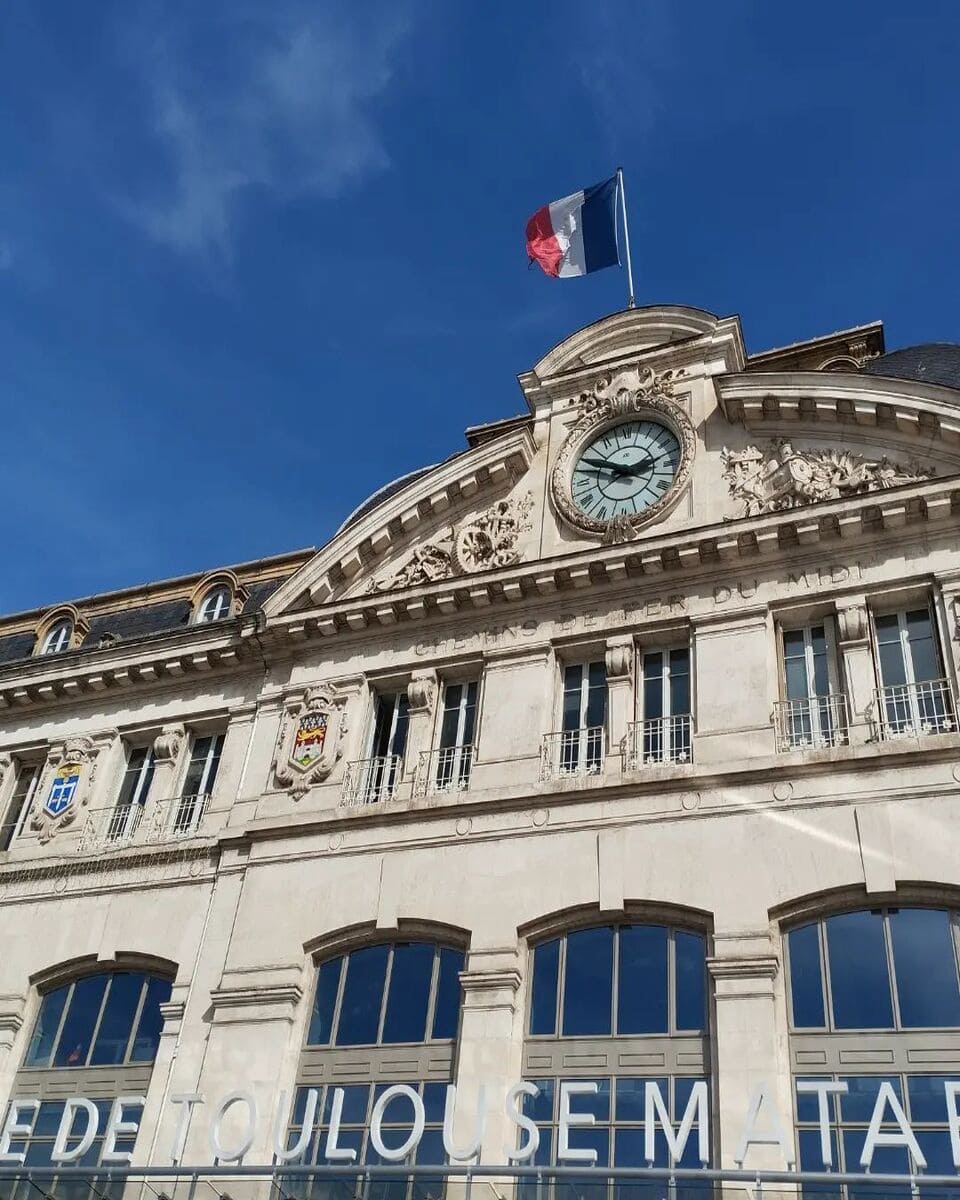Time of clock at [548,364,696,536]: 2:48
